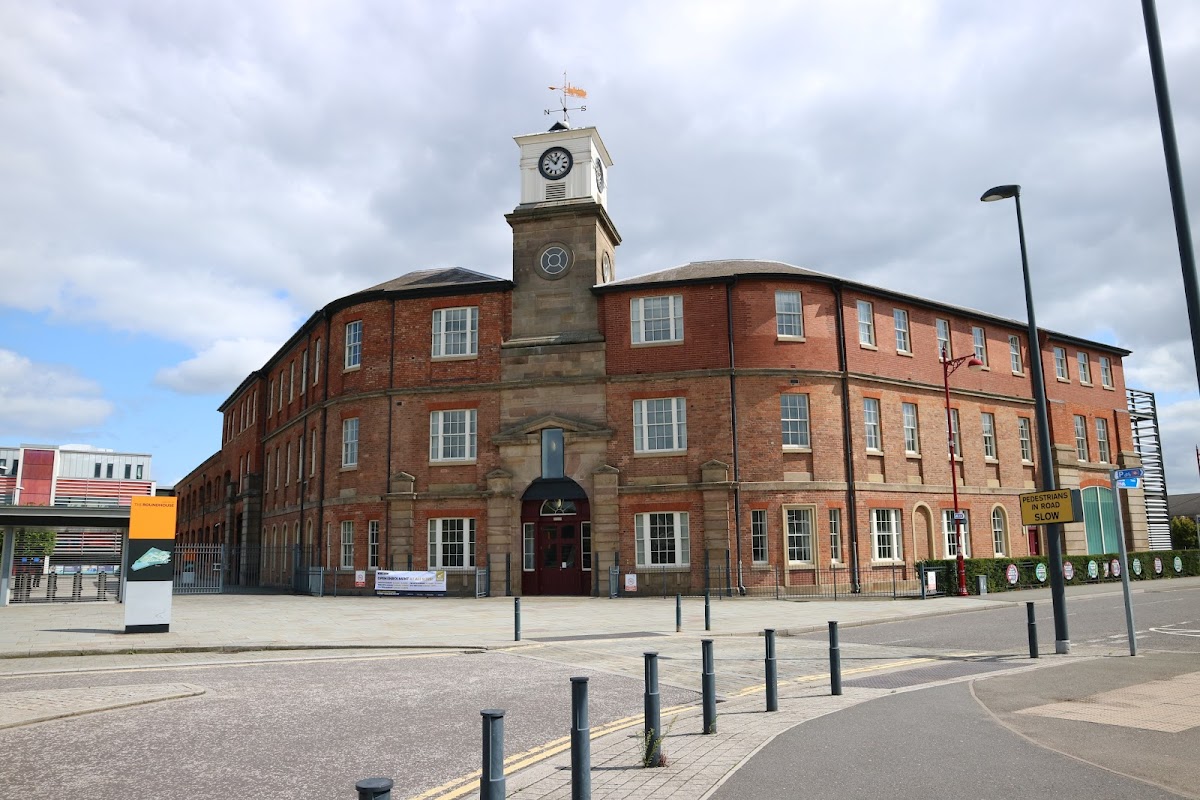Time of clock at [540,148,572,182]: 12:52
